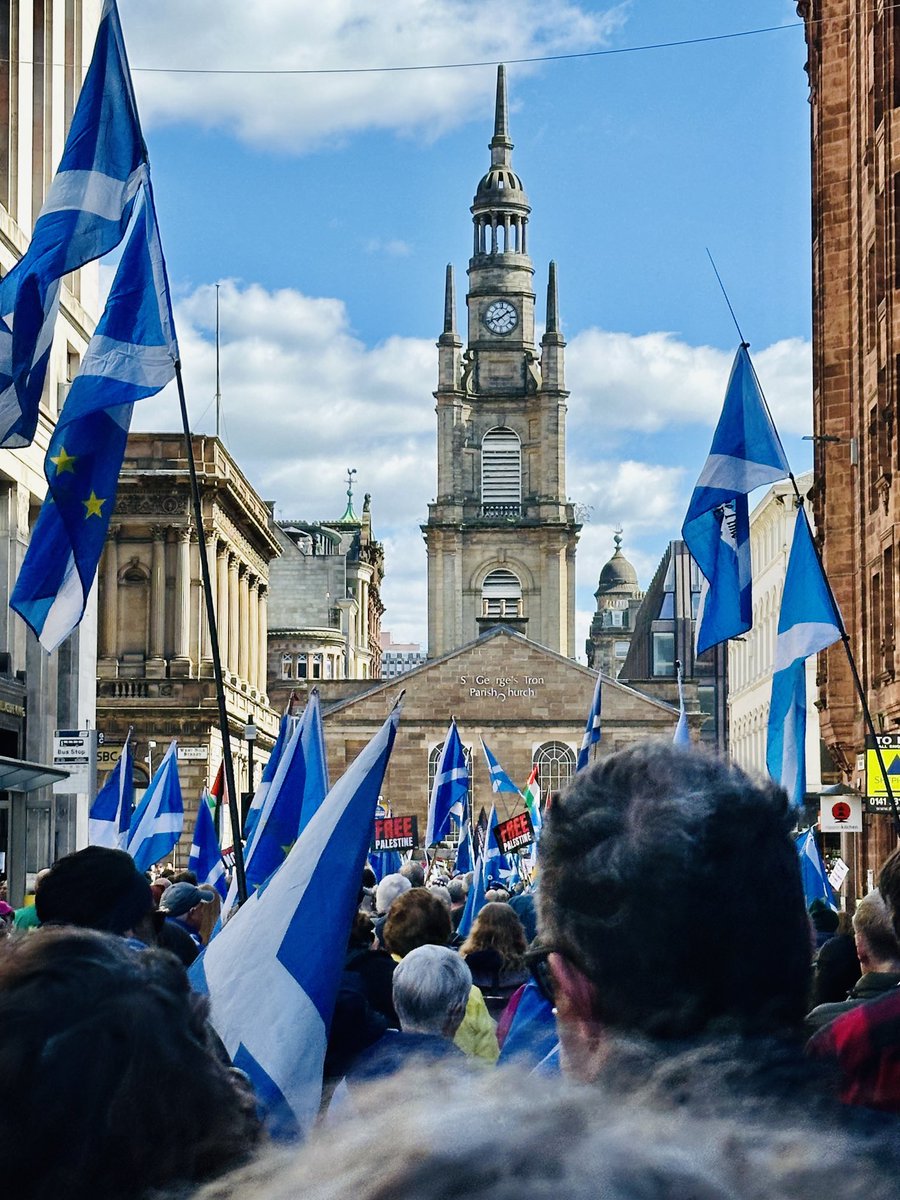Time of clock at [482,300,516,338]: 1:42
